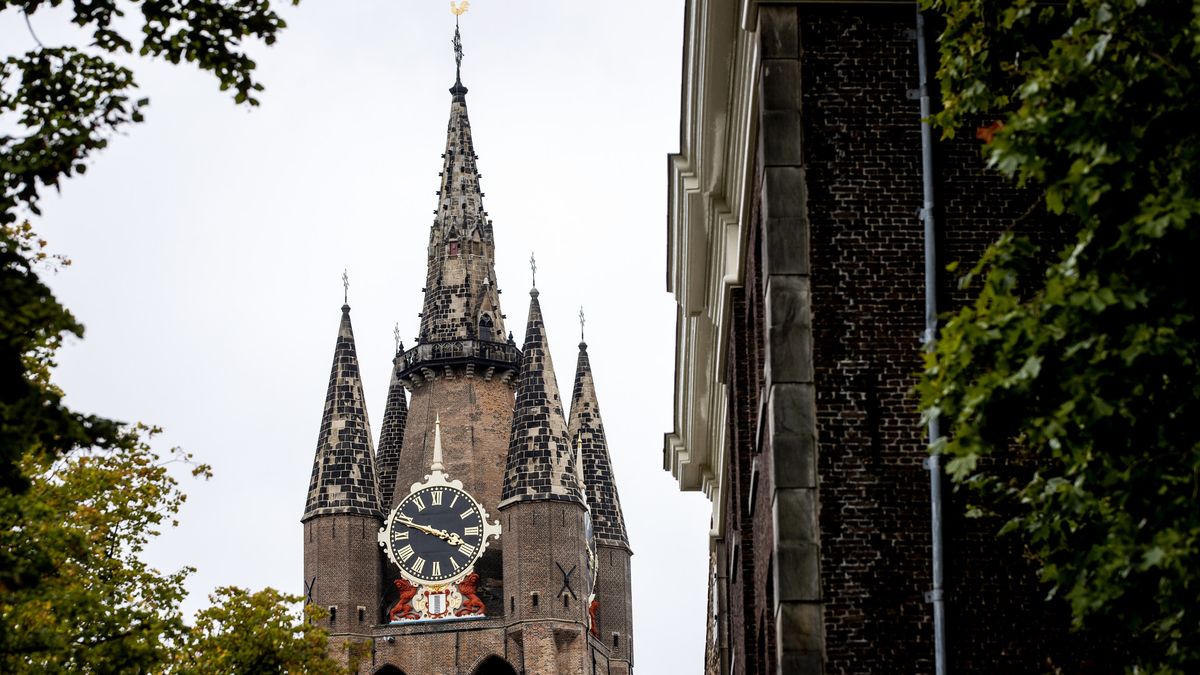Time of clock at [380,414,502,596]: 3:47
